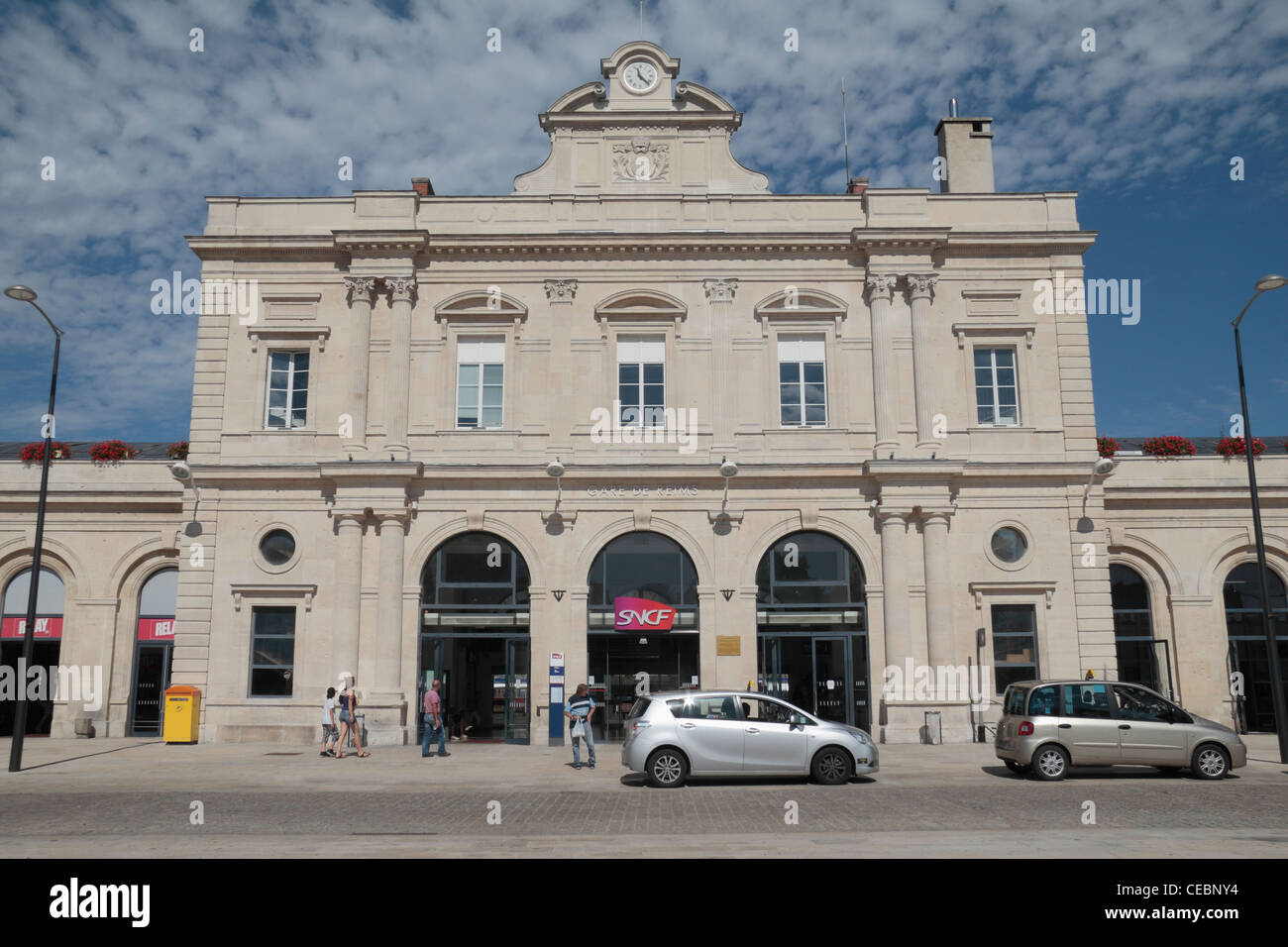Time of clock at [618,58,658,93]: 11:22
